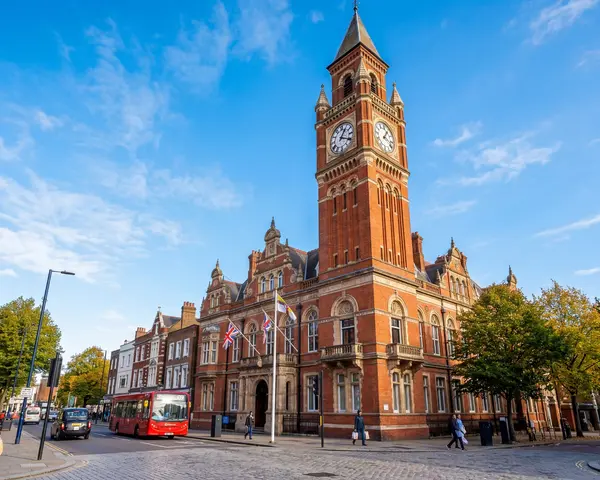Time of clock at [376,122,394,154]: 1:18
